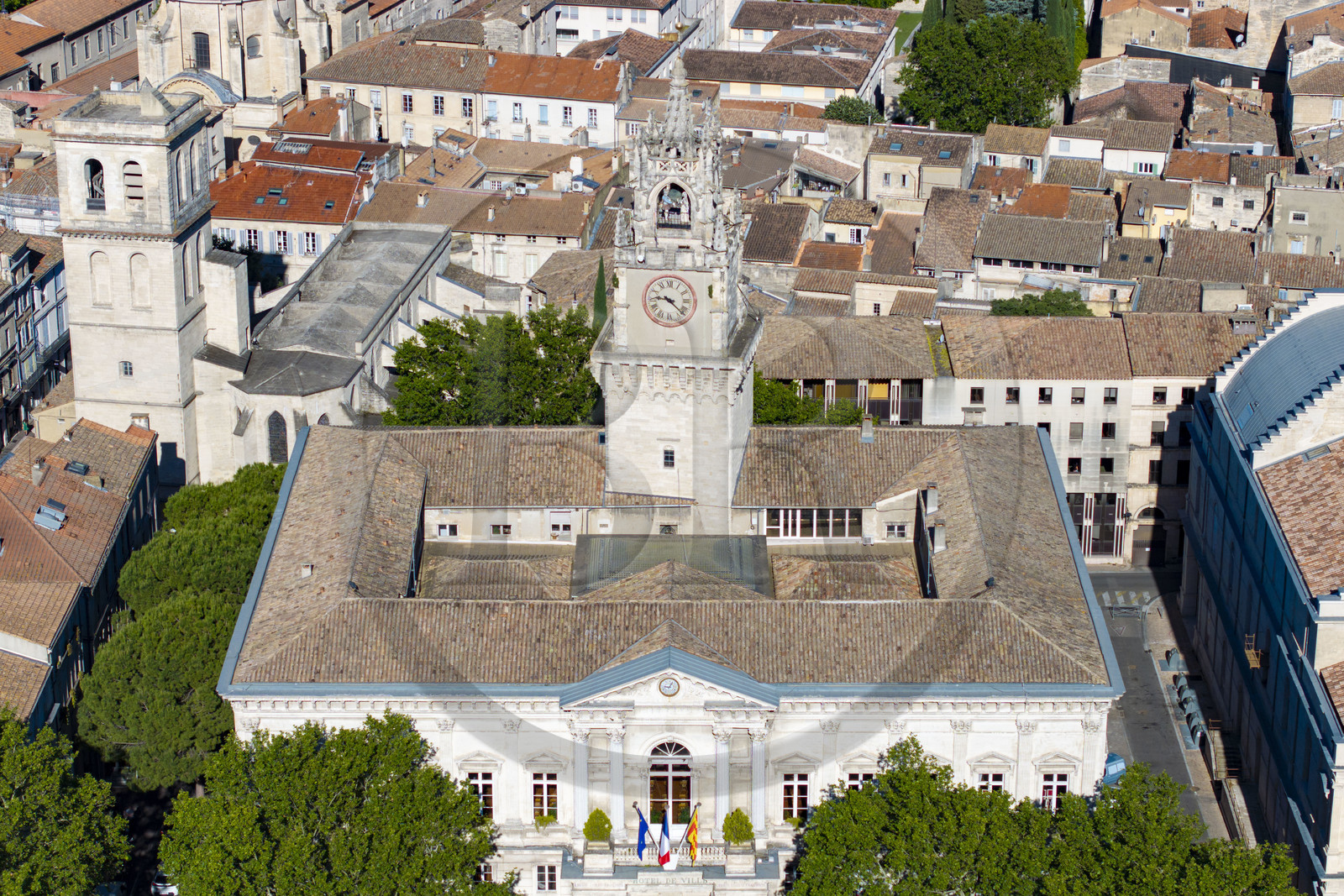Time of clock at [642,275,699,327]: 9:22
